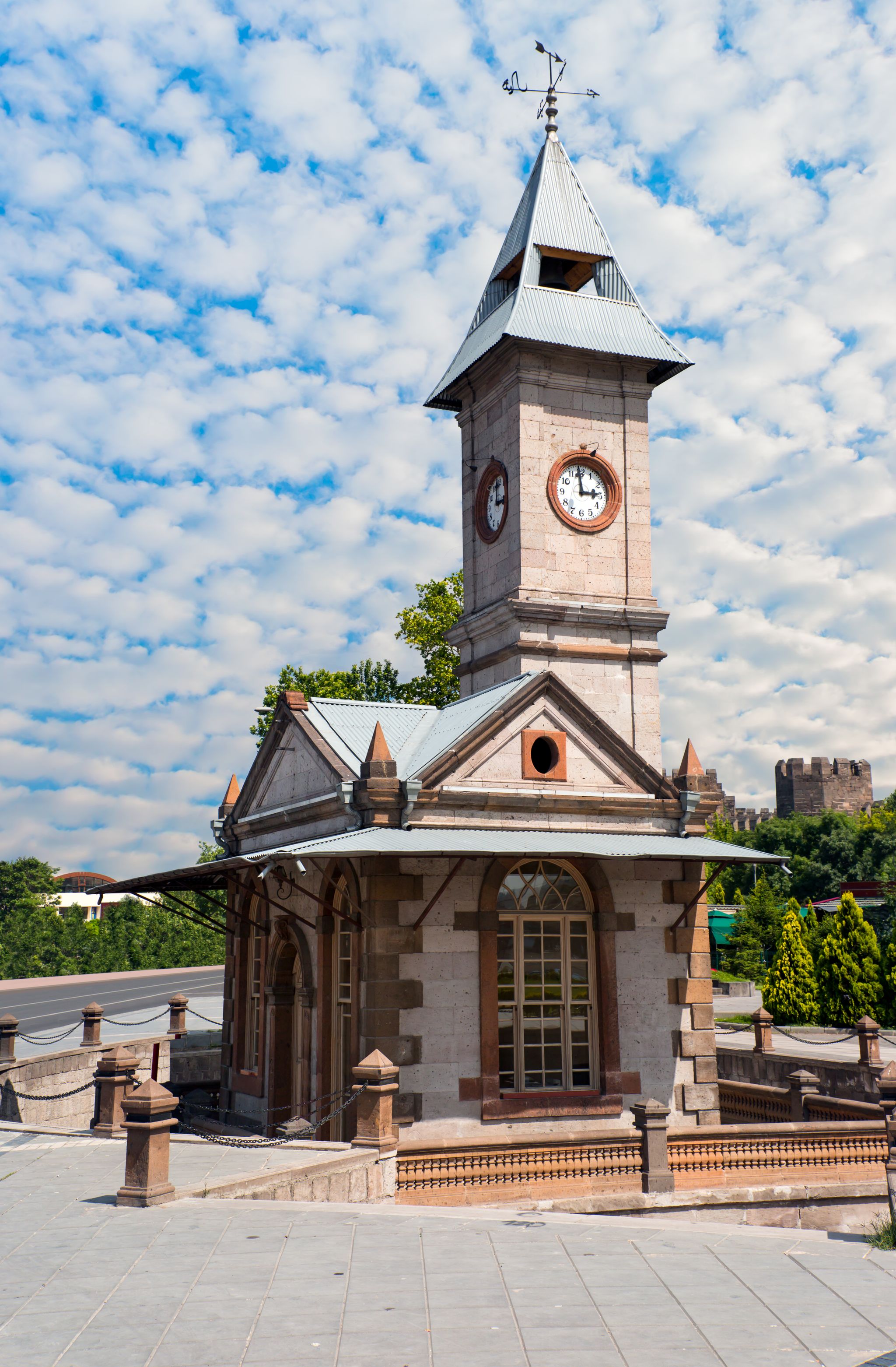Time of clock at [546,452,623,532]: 2:58
